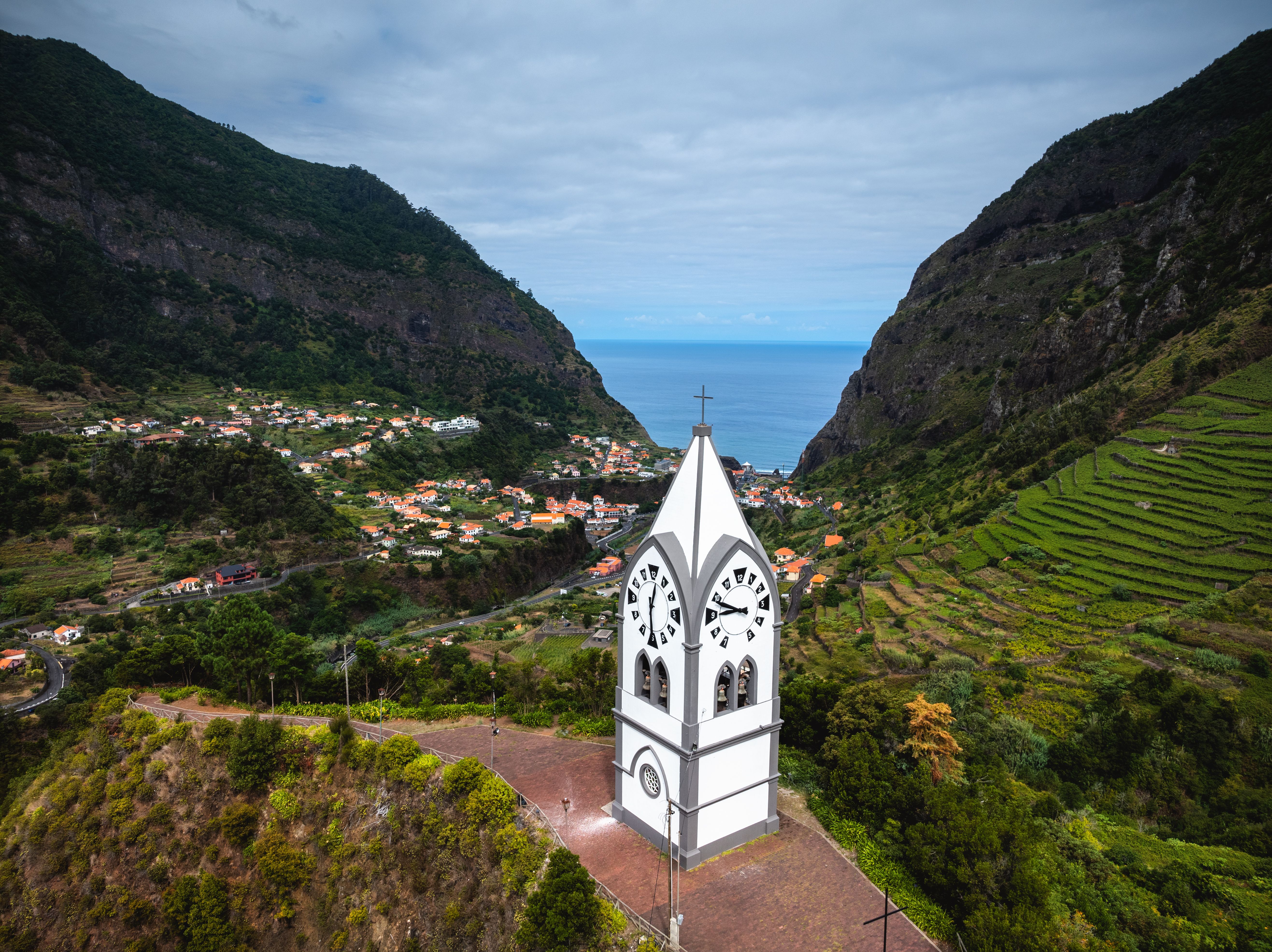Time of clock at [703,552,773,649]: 8:48
